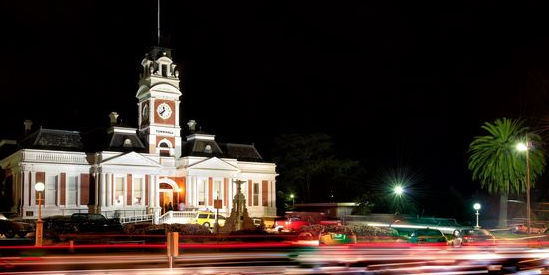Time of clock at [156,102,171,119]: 11:37
